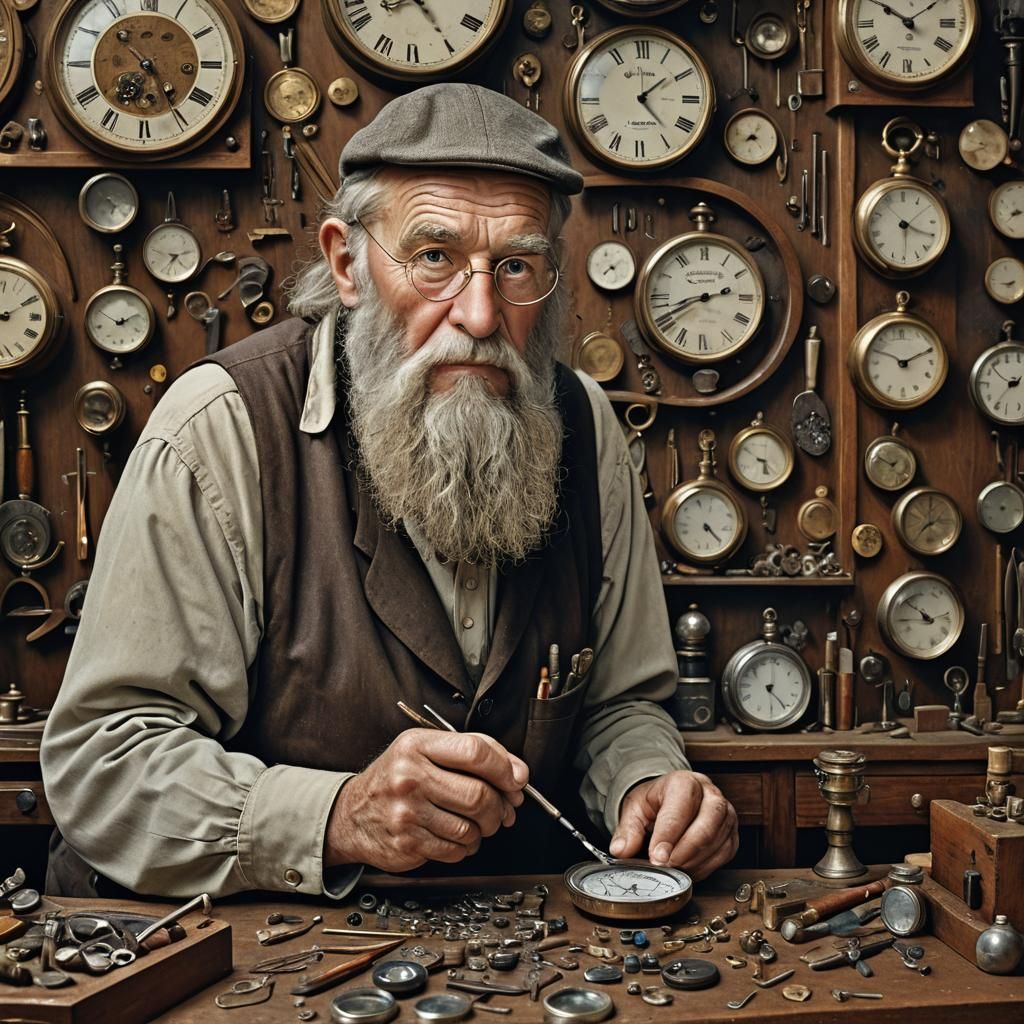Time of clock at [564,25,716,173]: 1:23
